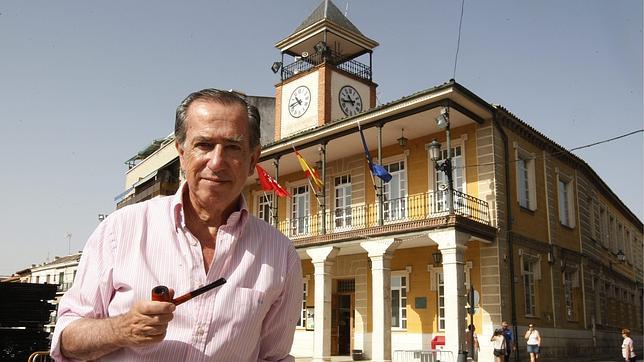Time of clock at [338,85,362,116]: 10:43
